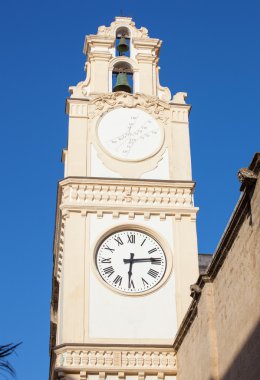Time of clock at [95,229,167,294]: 6:14
